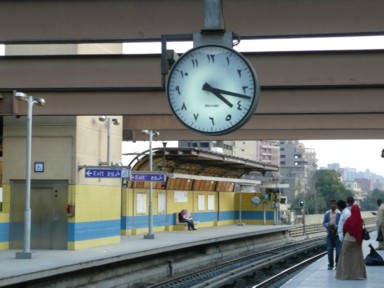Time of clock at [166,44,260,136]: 4:17
